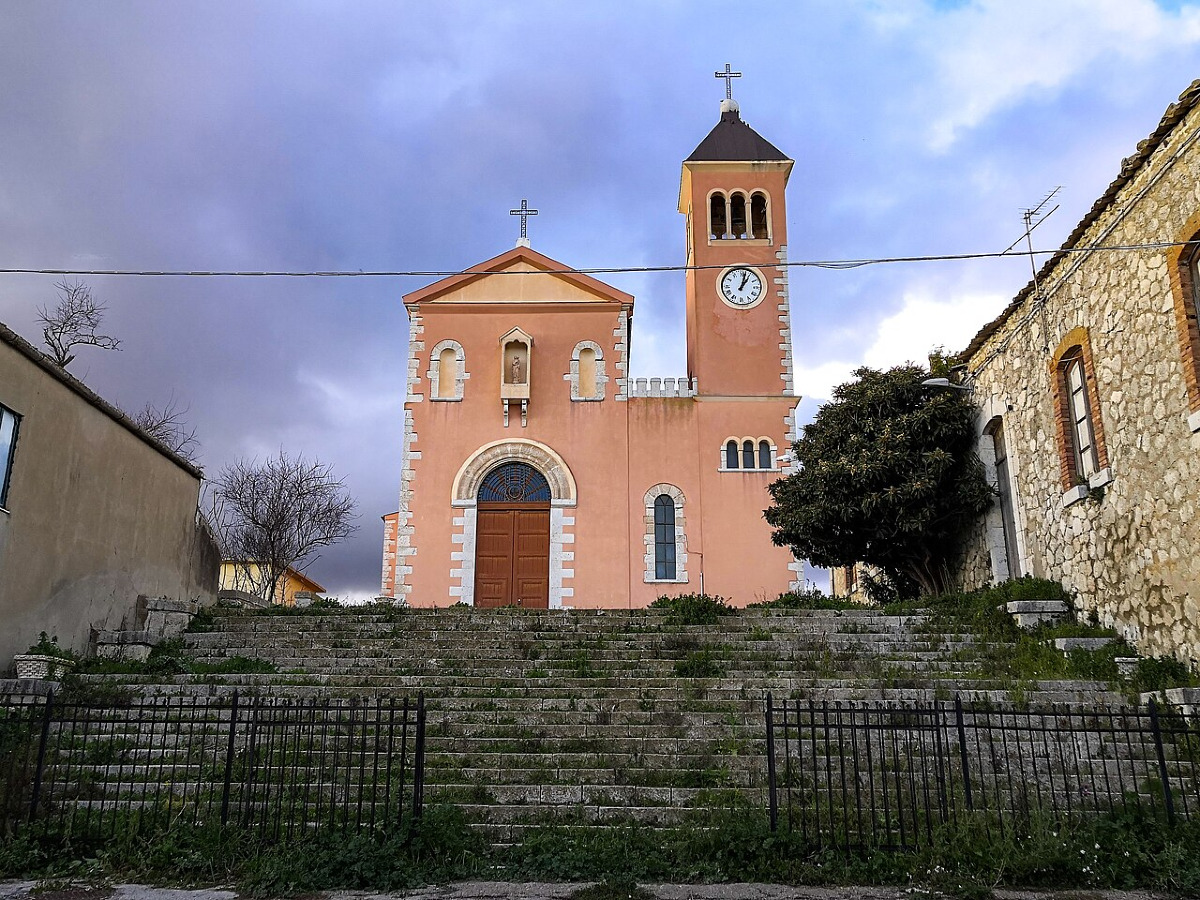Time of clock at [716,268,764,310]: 1:02
